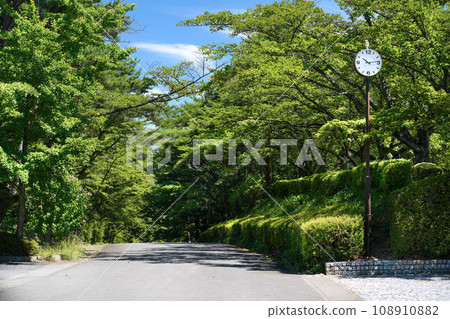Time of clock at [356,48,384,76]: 10:13
